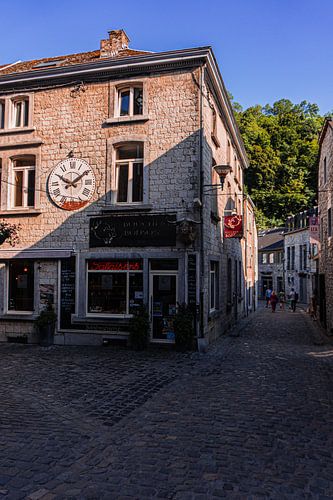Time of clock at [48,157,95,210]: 1:50
